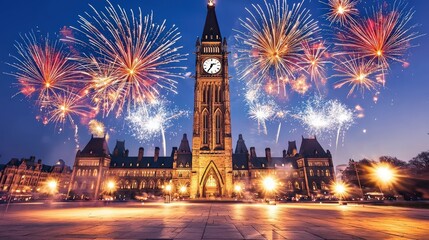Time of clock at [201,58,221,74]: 2:35
